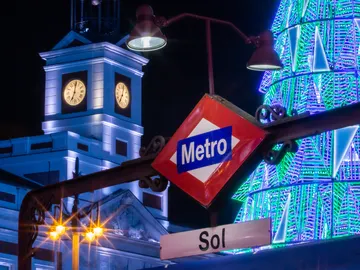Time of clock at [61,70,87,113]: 7:01
